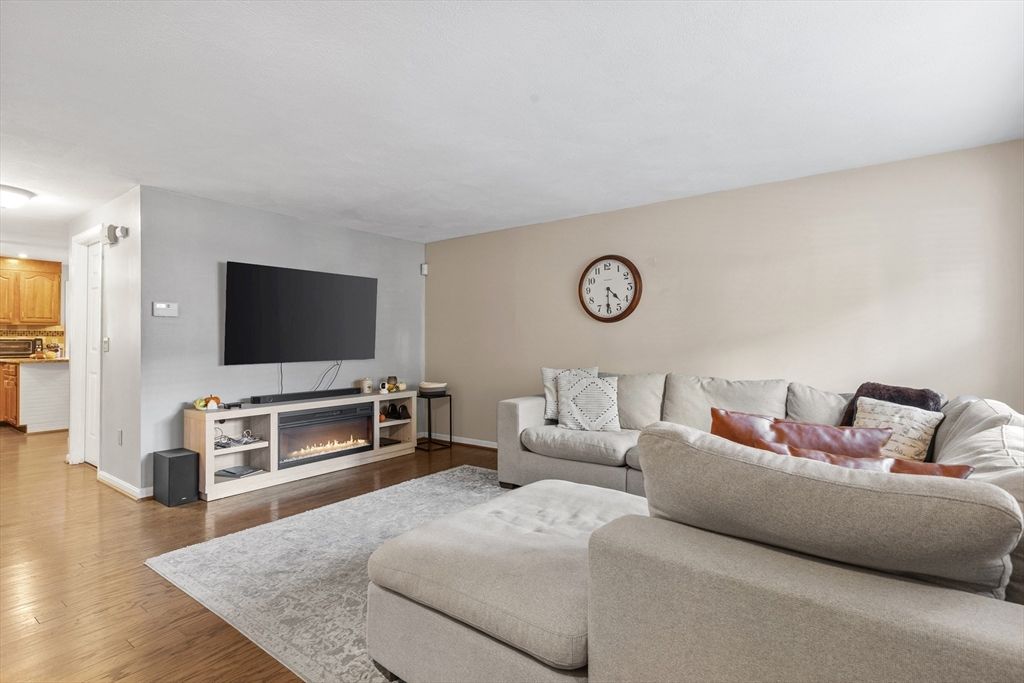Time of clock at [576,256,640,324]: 4:30
